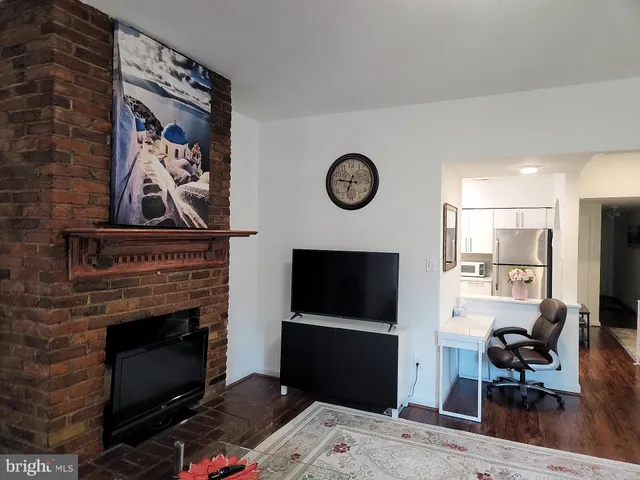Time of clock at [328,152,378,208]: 6:46
